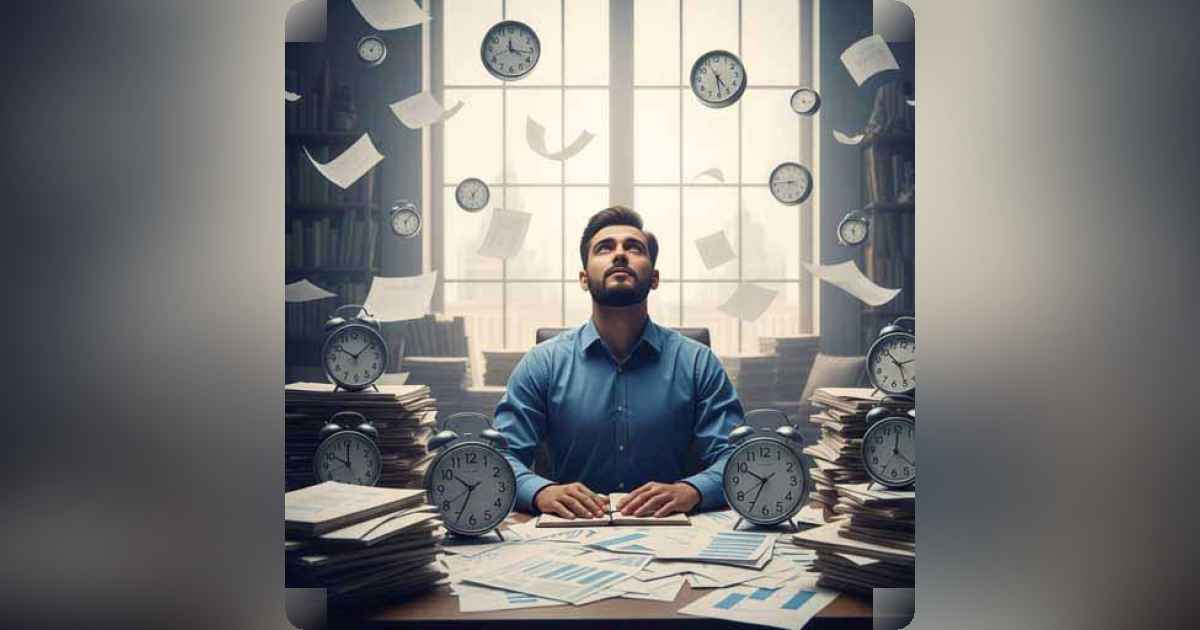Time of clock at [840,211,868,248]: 5:03
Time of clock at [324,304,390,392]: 10:07
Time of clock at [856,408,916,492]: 12:20
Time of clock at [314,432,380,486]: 10:00
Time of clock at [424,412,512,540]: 10:34
